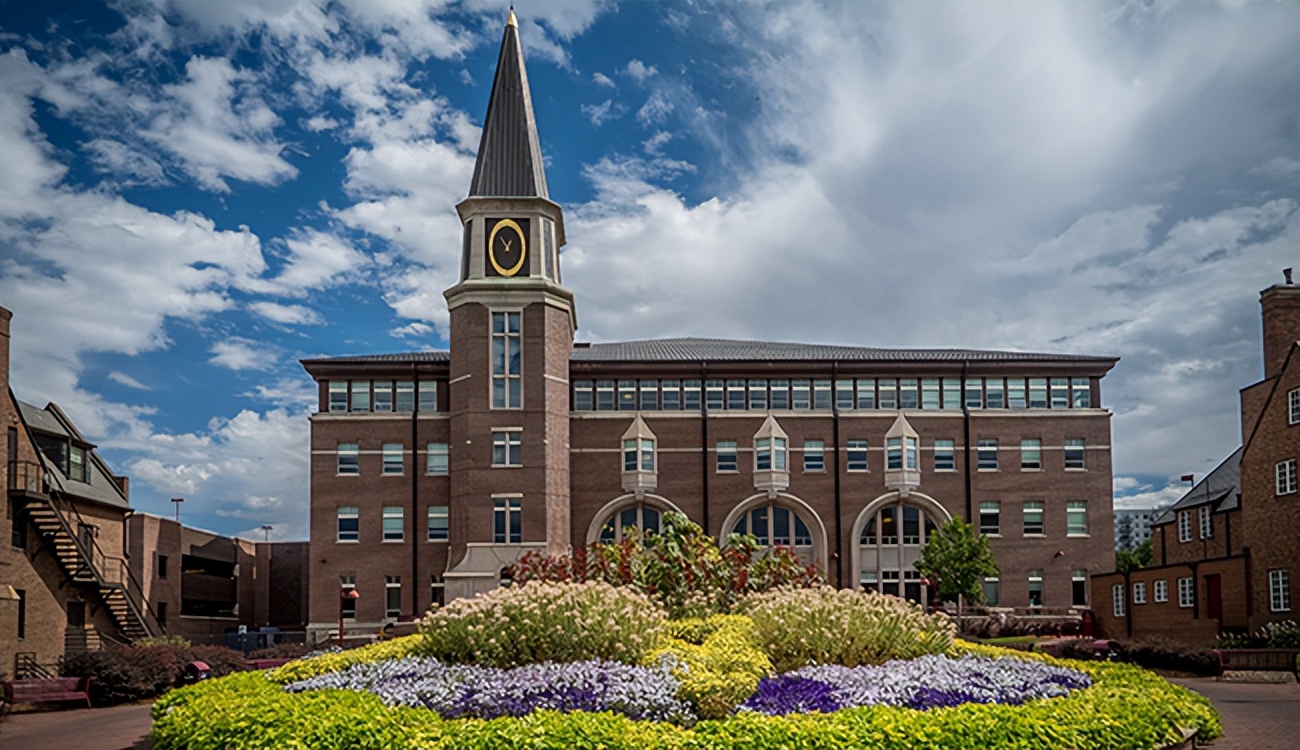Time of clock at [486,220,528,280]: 12:52
